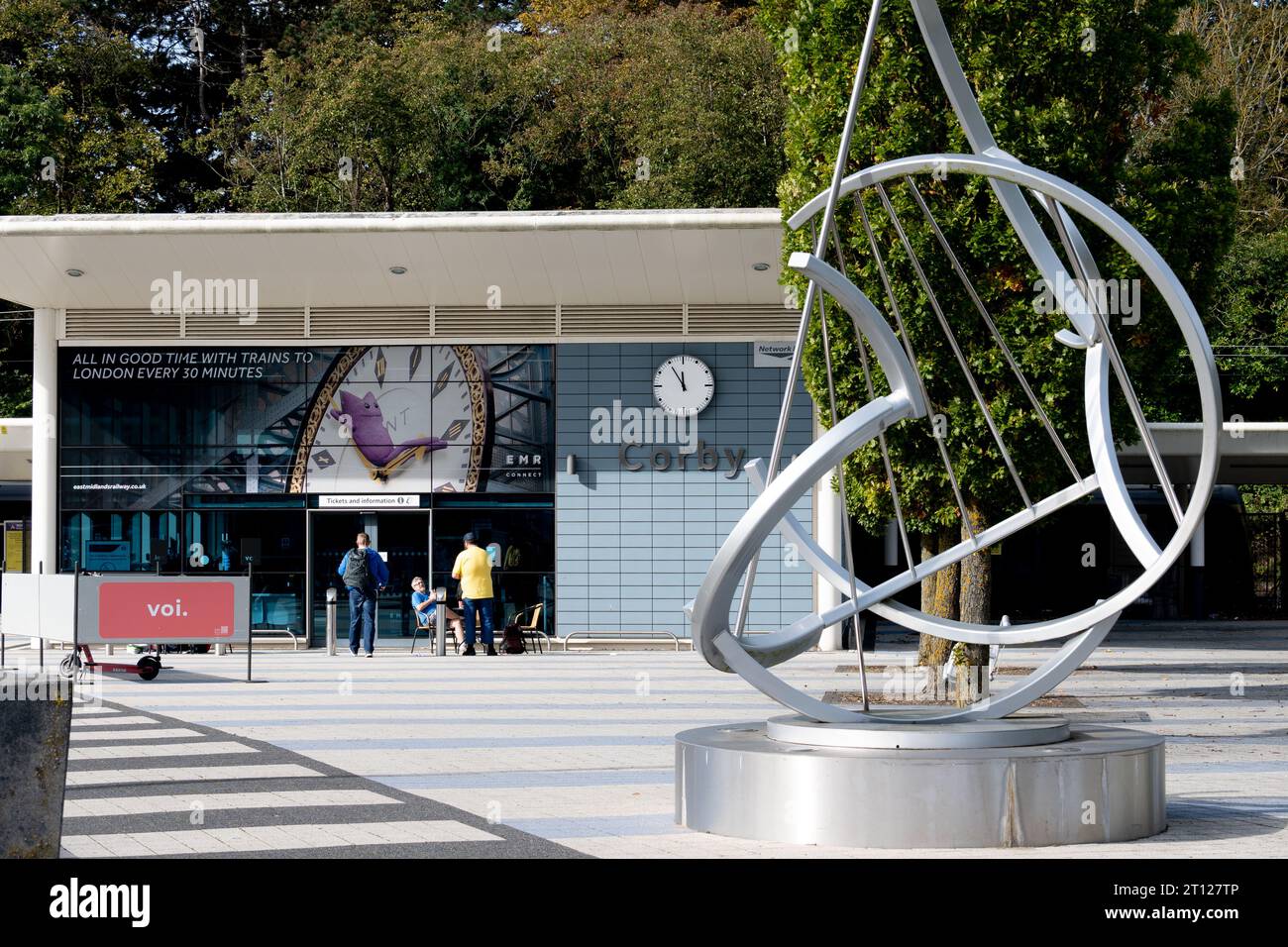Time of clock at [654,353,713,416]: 11:54
